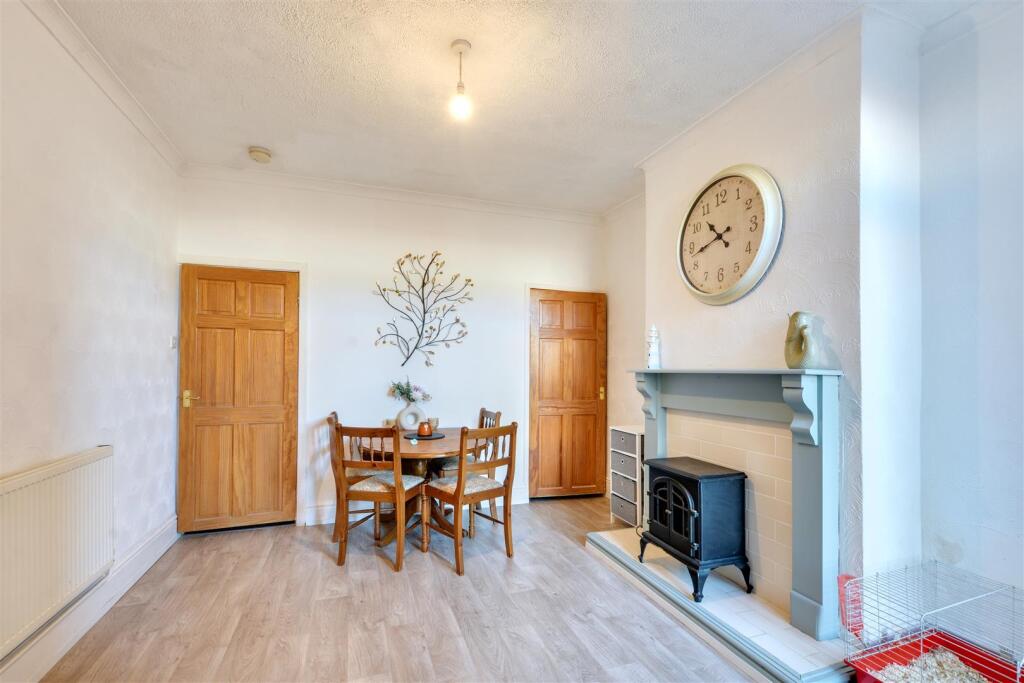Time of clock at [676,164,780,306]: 10:42
